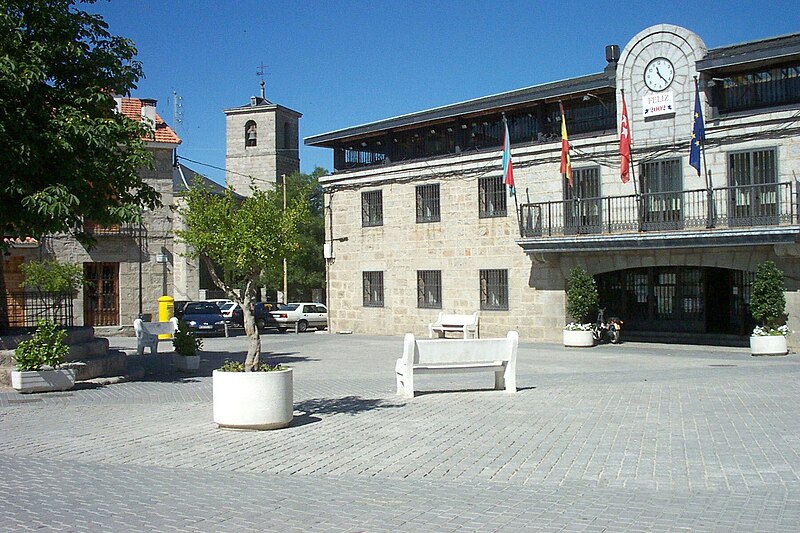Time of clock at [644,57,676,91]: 11:23
